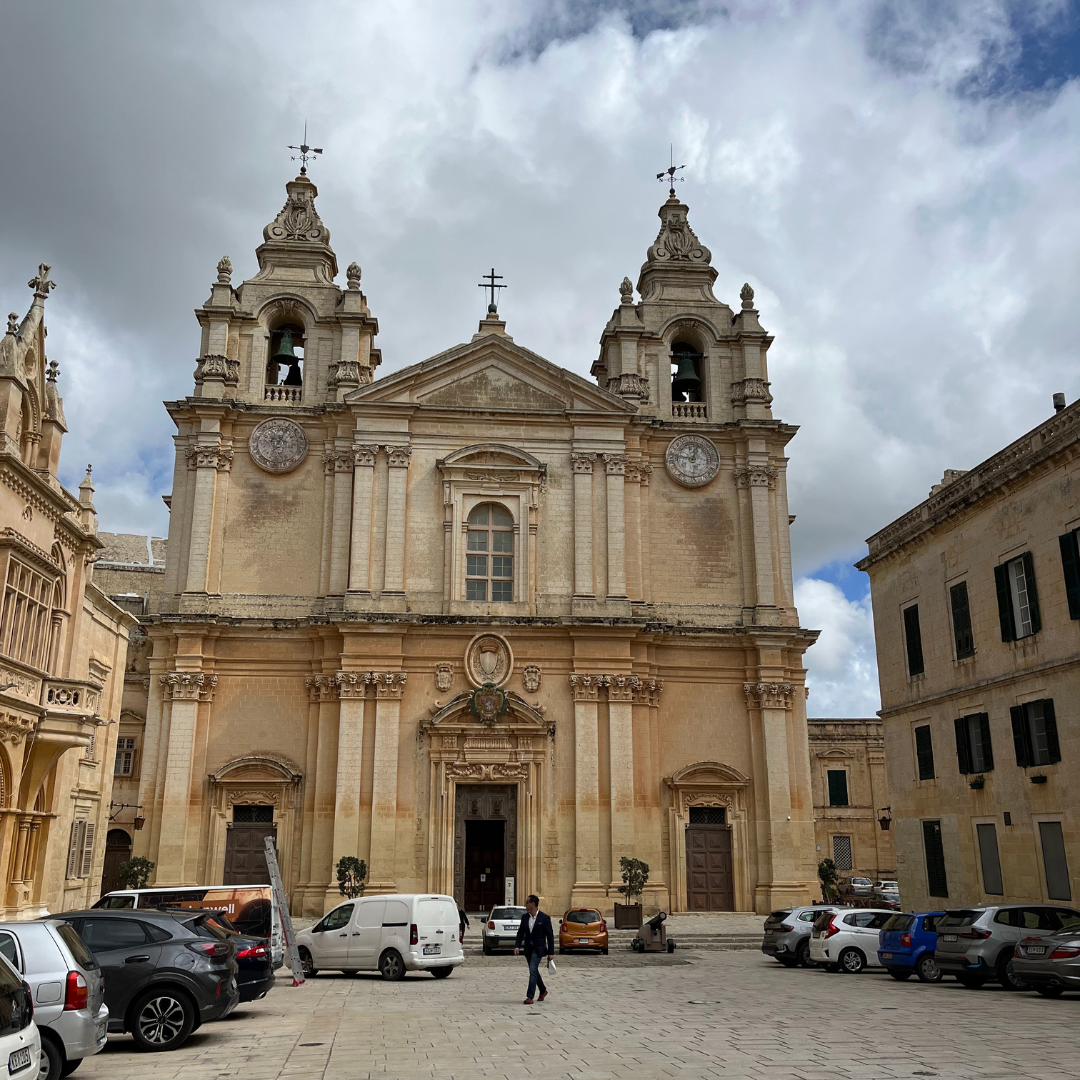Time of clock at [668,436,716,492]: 12:46
